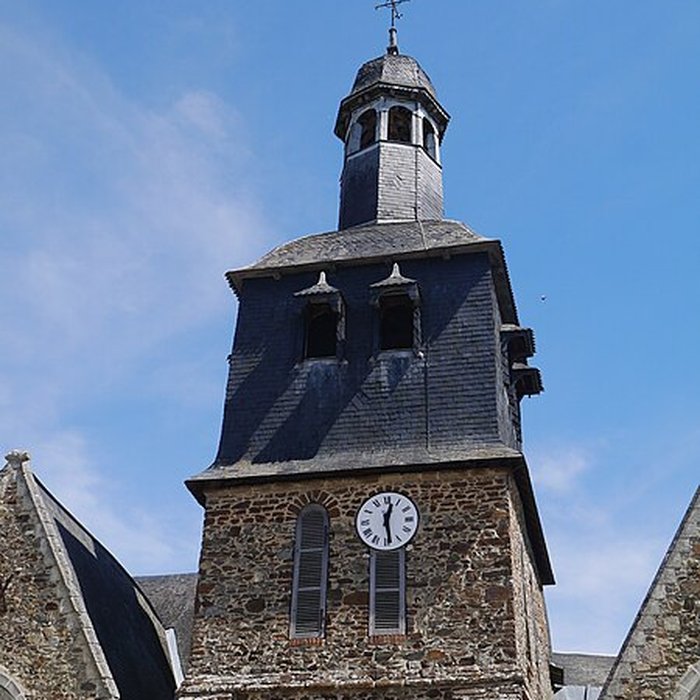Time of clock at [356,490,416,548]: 12:28
